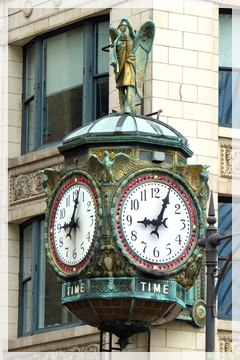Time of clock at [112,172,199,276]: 9:04
